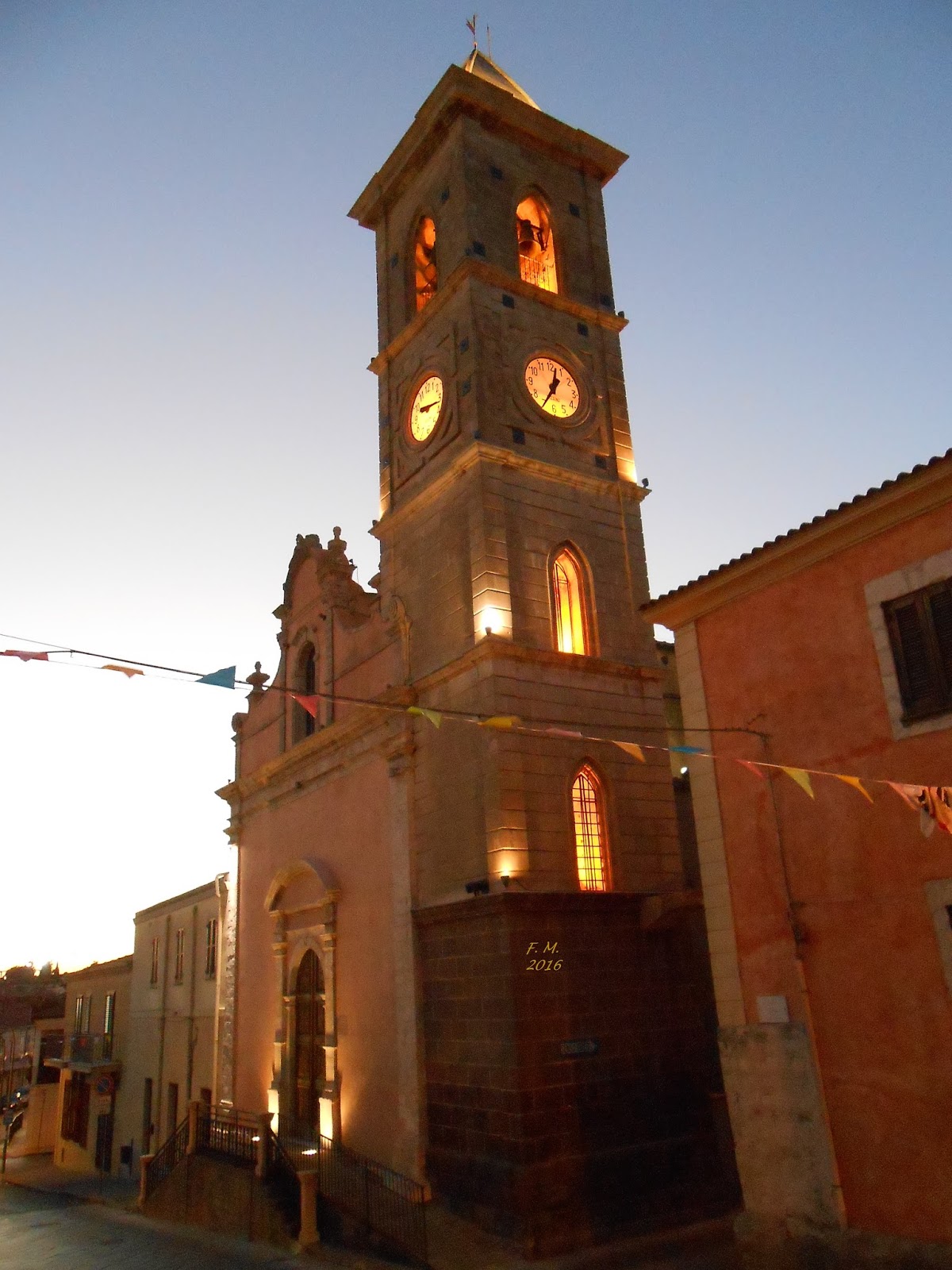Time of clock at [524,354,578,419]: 12:34
